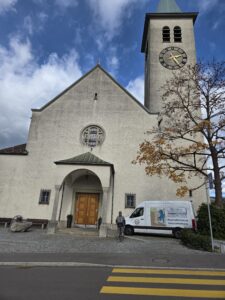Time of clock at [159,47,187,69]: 2:24
